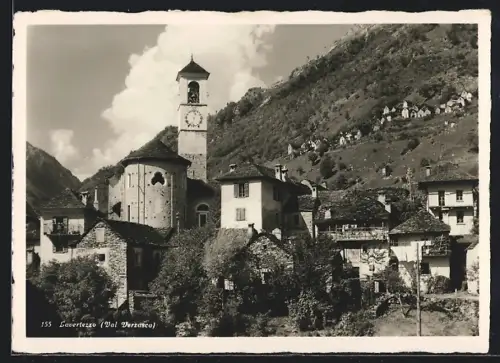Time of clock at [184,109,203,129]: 12:32
